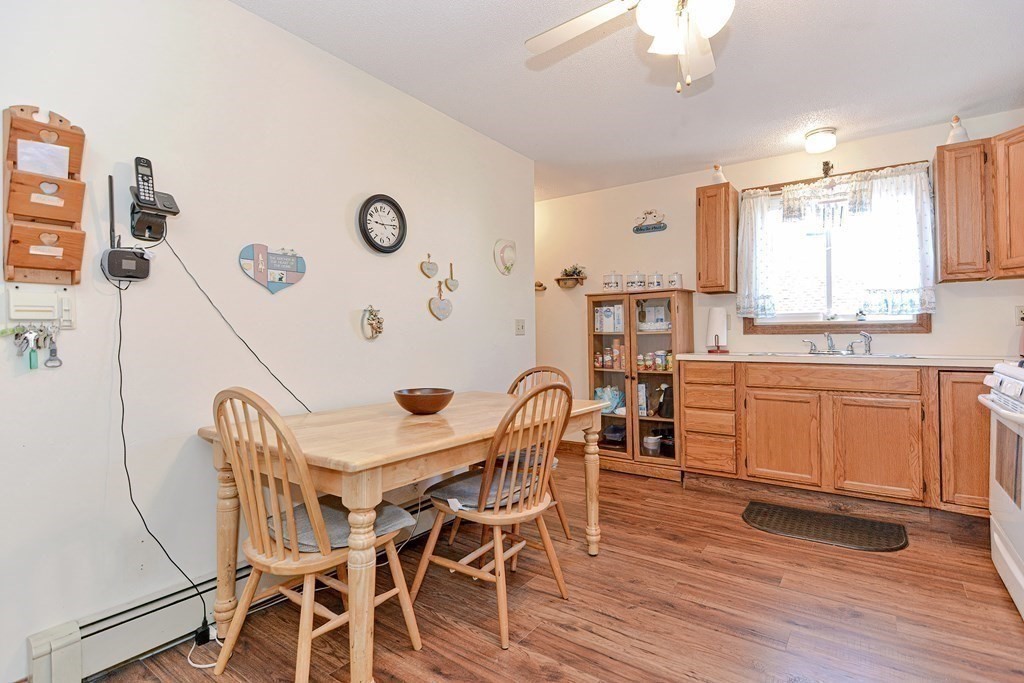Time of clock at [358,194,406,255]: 9:13
